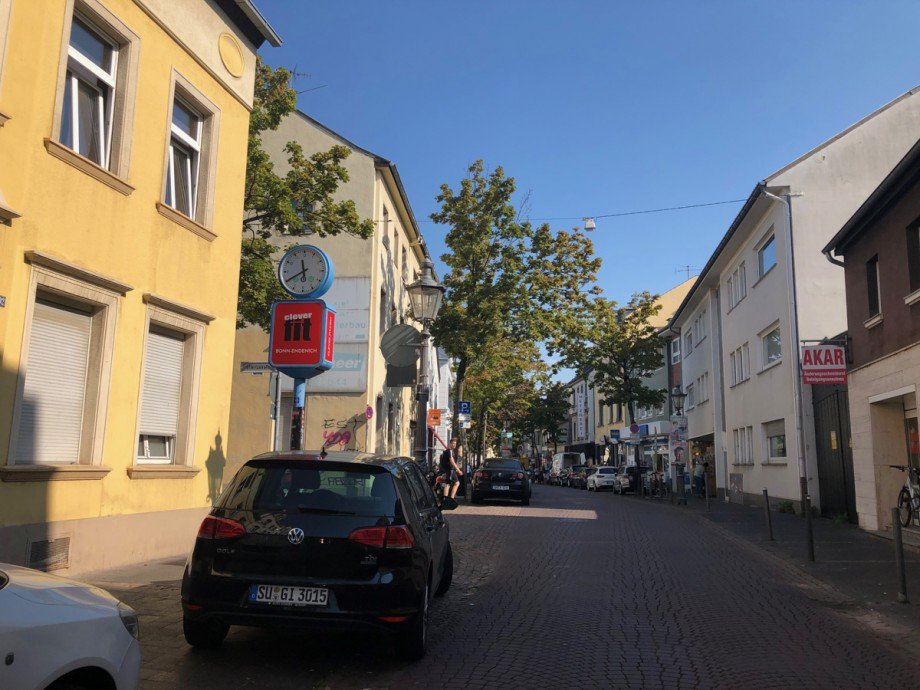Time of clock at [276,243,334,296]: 11:40
